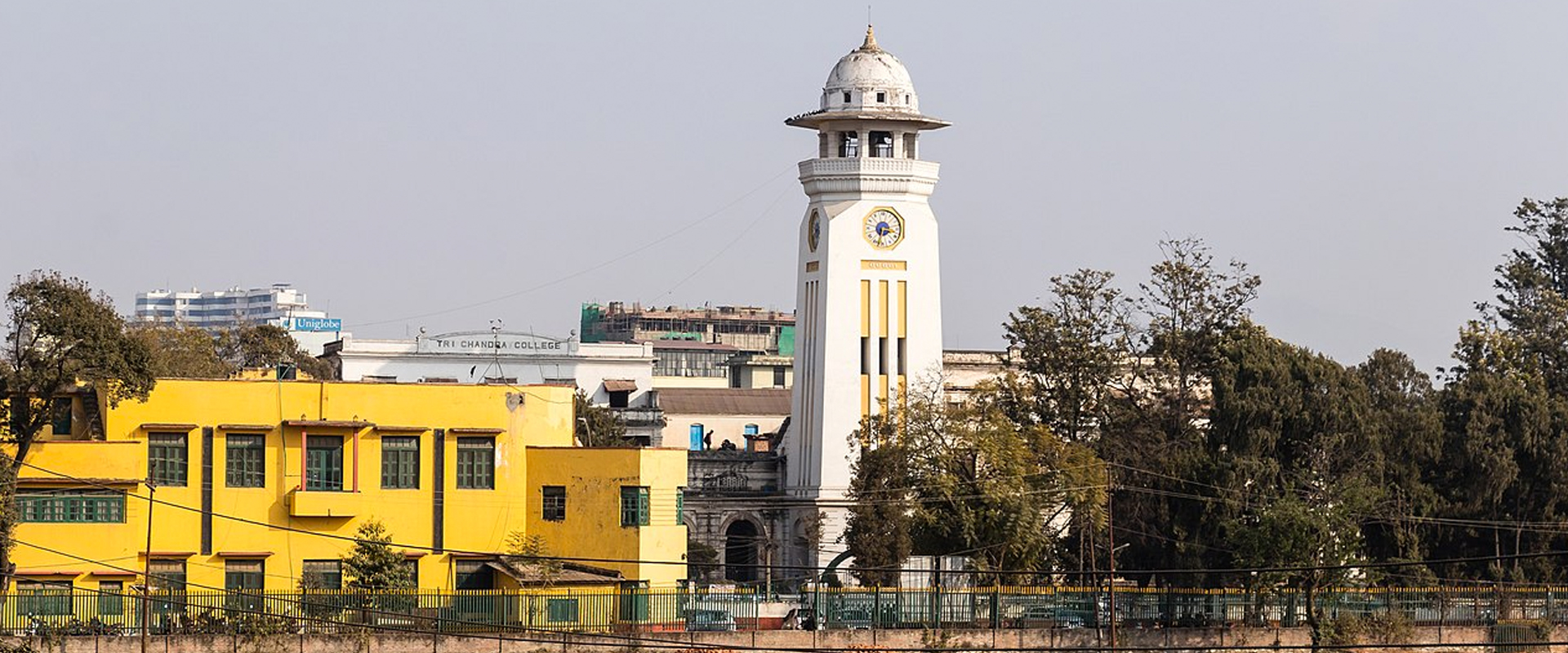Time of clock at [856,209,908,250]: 3:32
